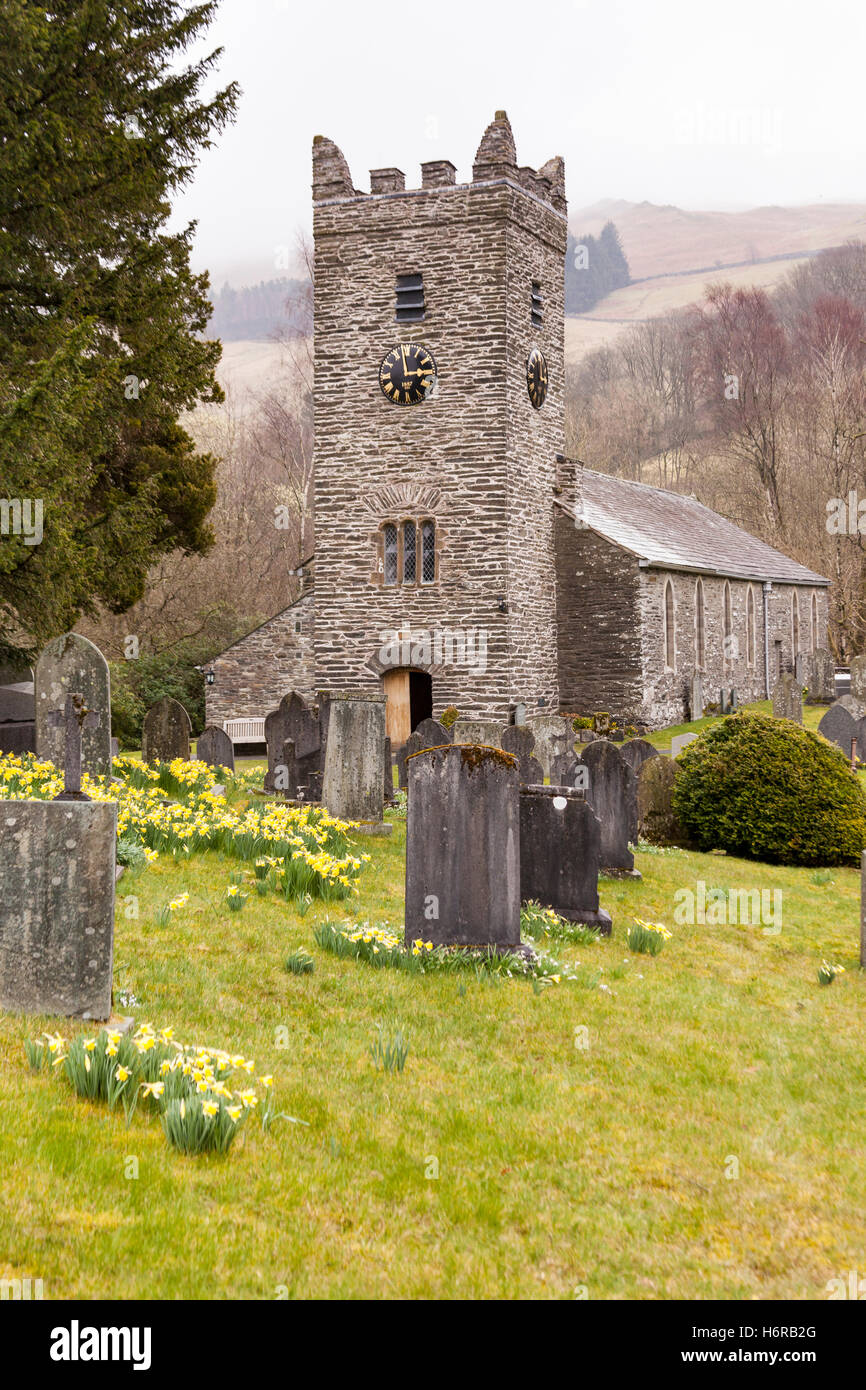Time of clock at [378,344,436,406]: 2:58
